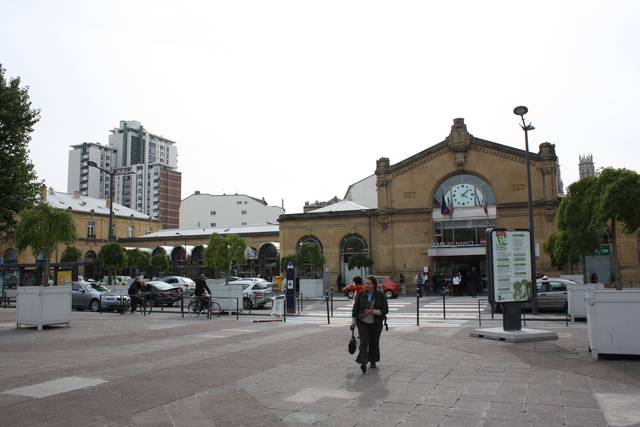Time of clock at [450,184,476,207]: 4:07
